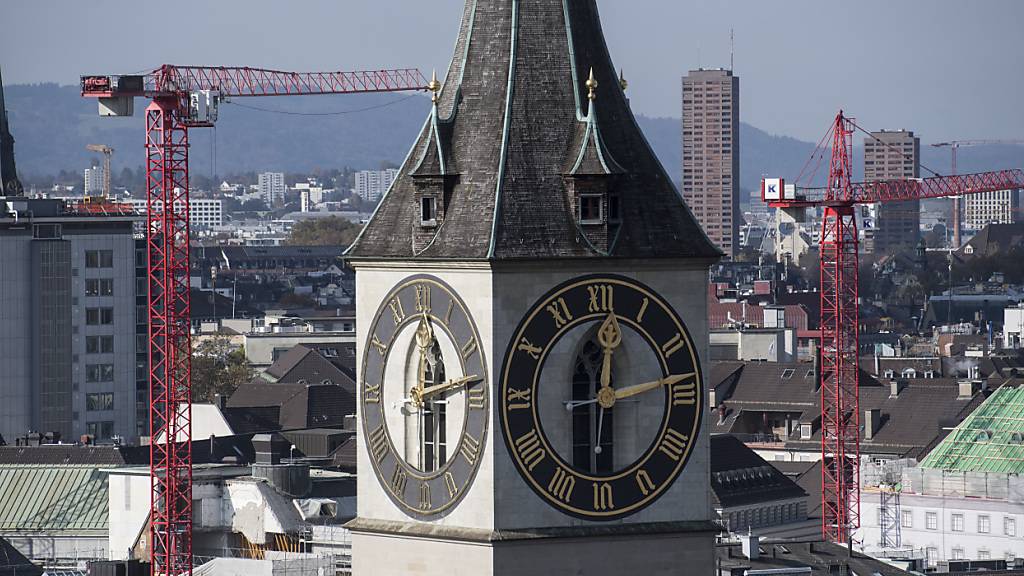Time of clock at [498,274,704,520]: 12:13
